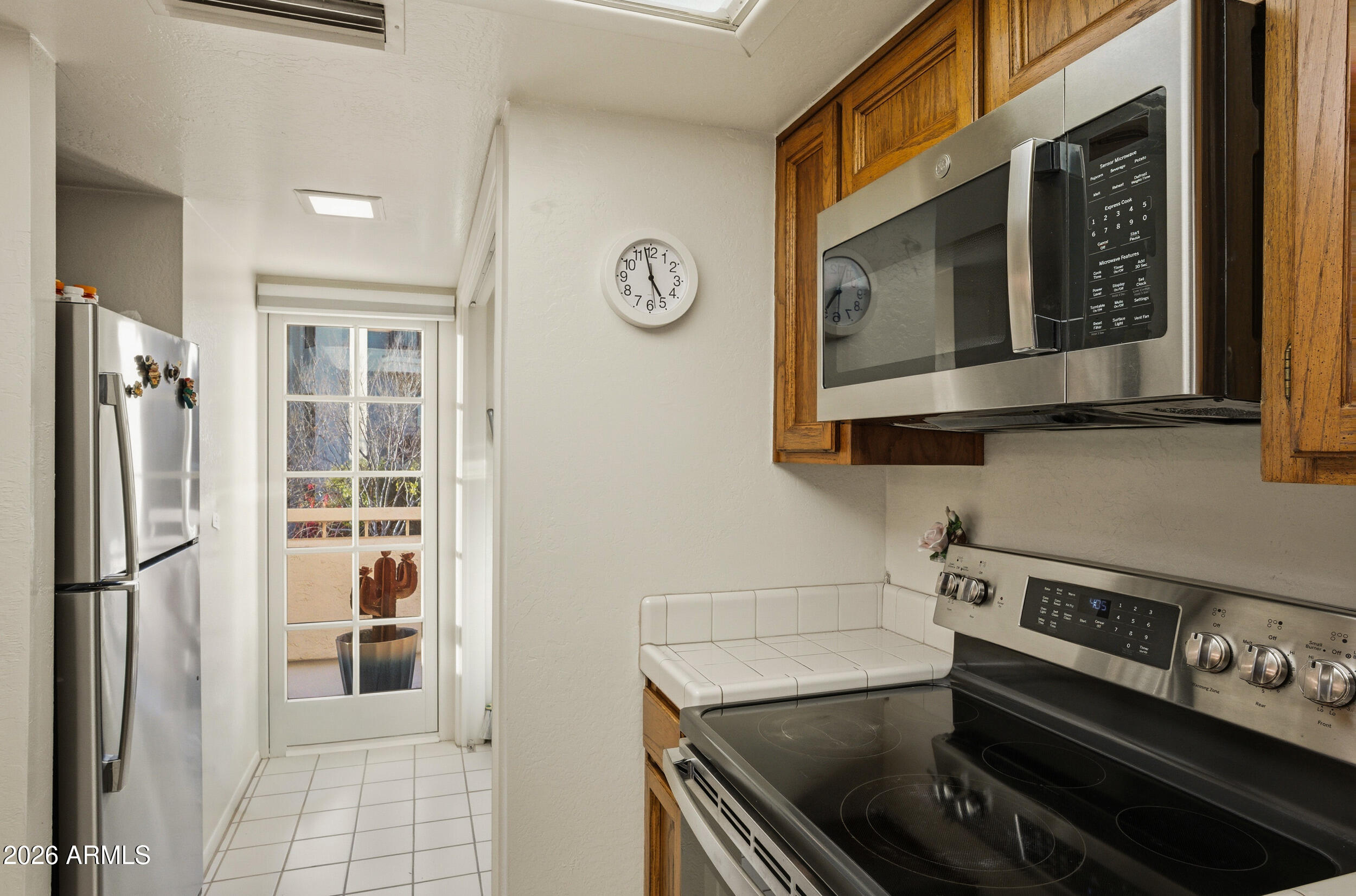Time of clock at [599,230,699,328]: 4:57
